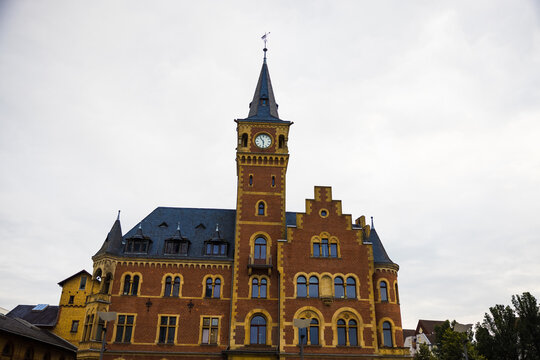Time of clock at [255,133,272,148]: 5:54
